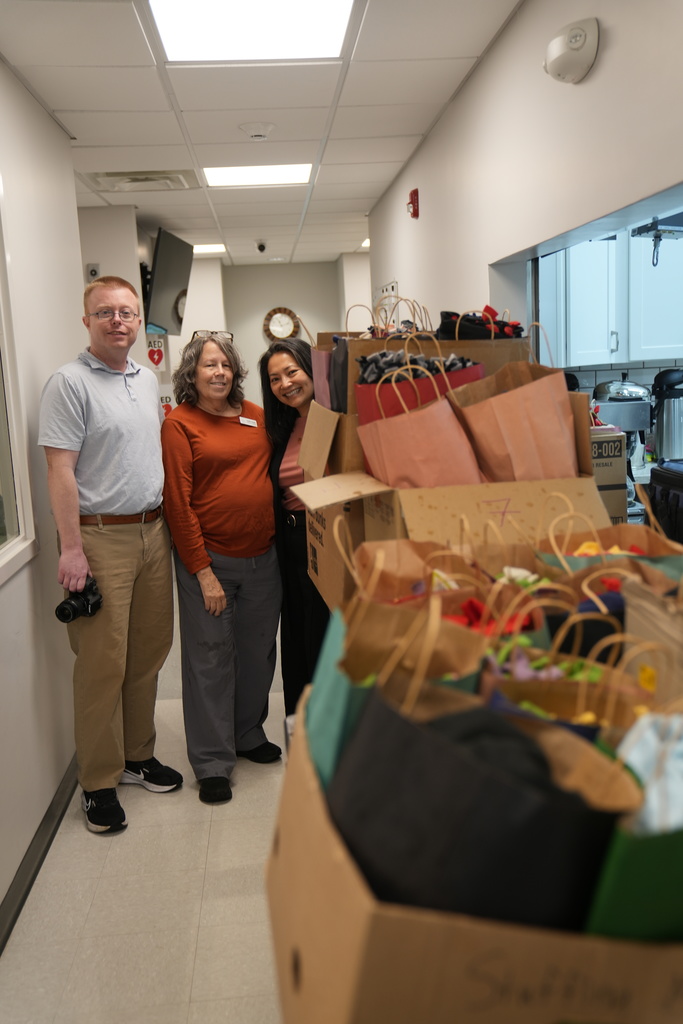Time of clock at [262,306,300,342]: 11:12
